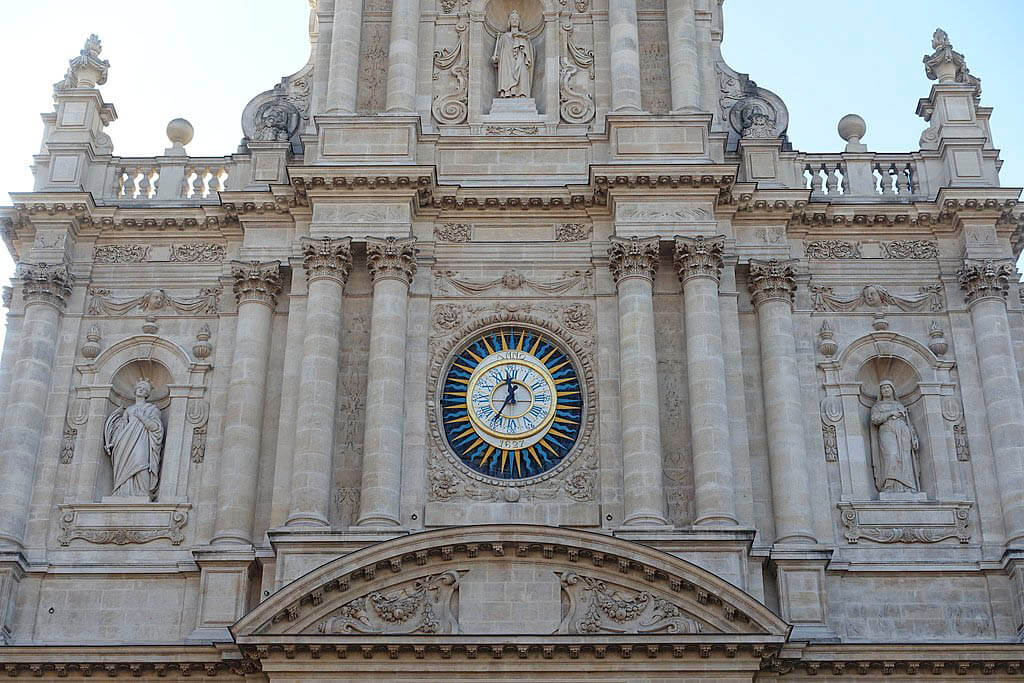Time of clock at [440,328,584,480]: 11:35
